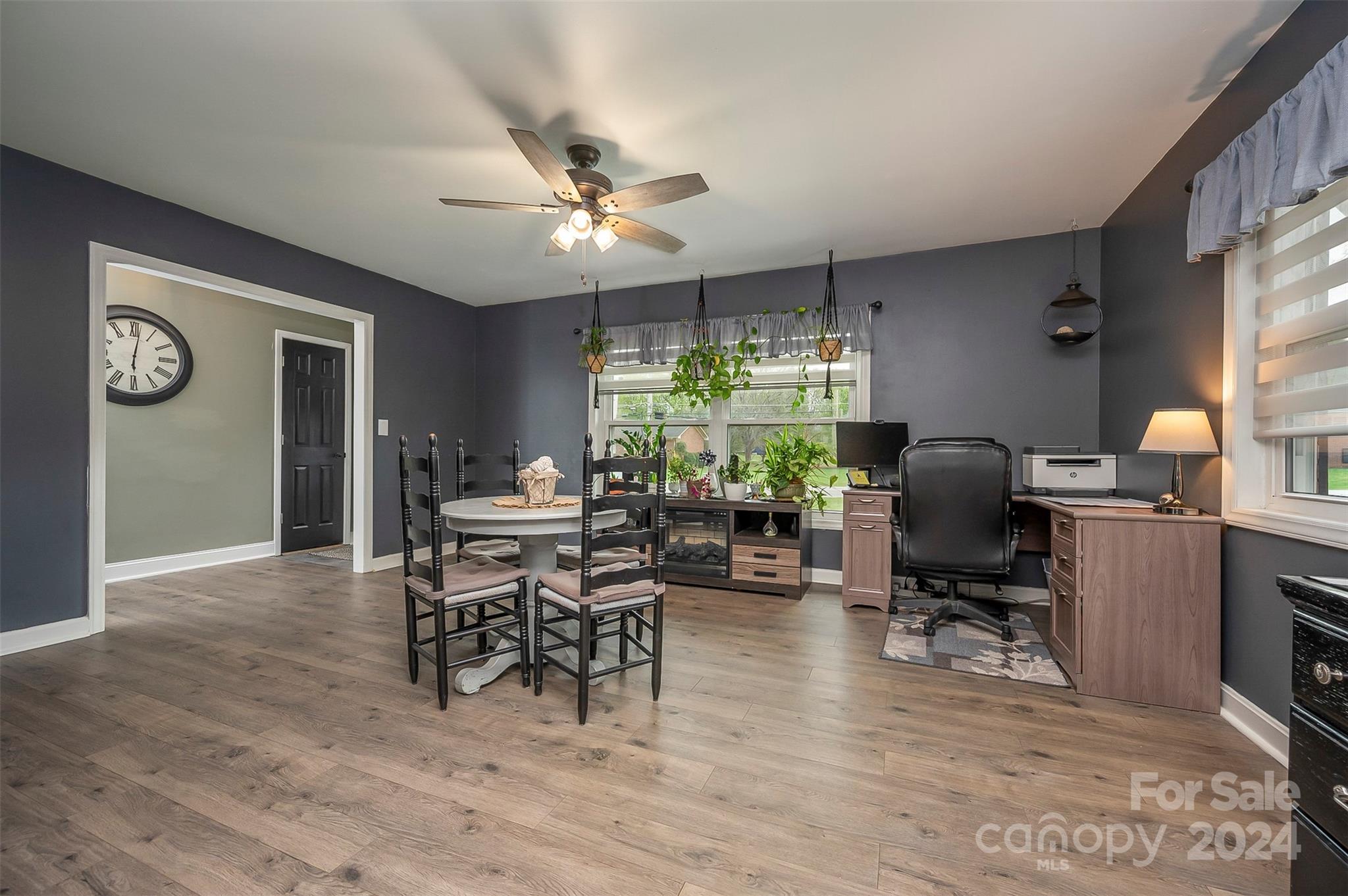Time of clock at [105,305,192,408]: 6:01
